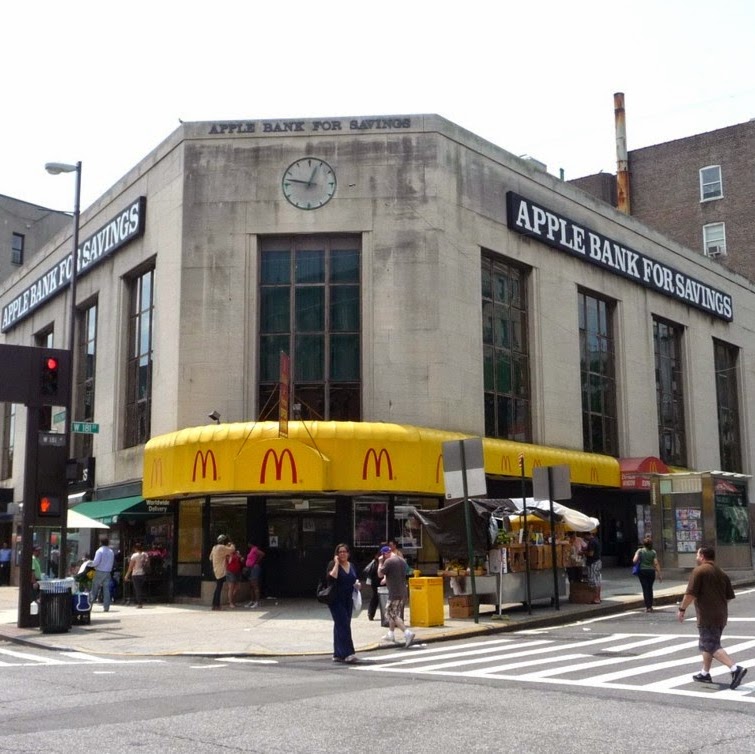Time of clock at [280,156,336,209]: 12:47
